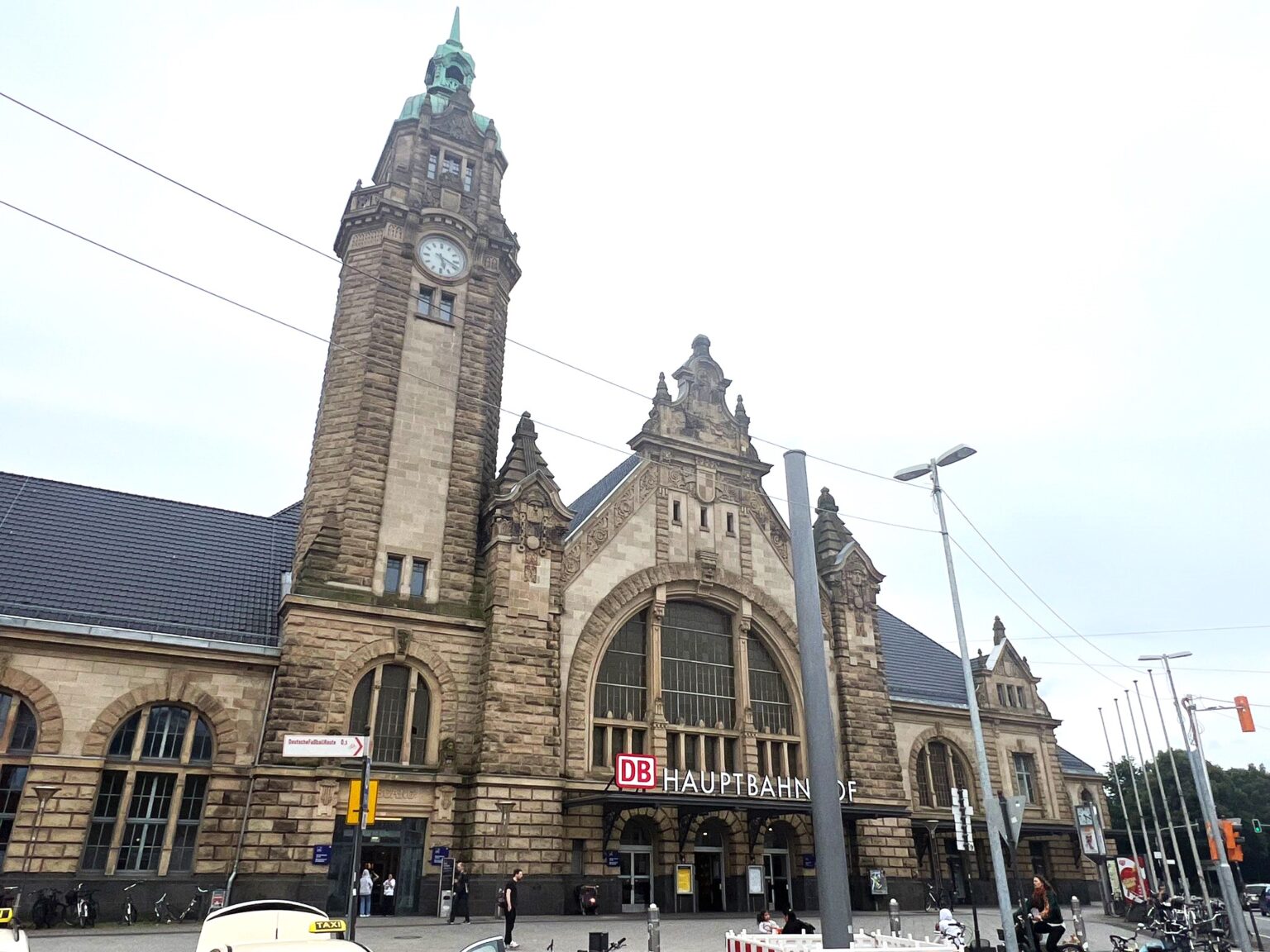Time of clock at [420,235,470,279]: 5:18
